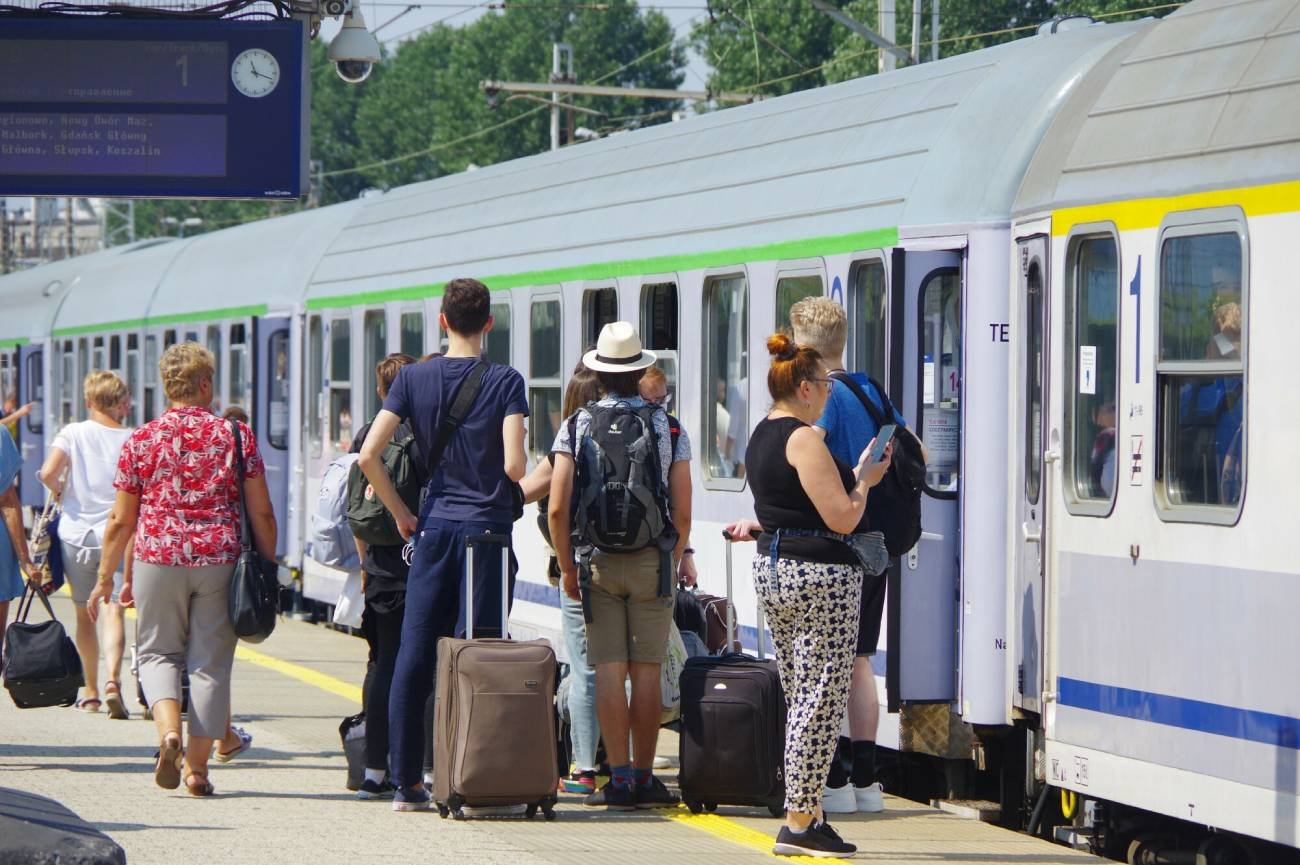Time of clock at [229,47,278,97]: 11:18
